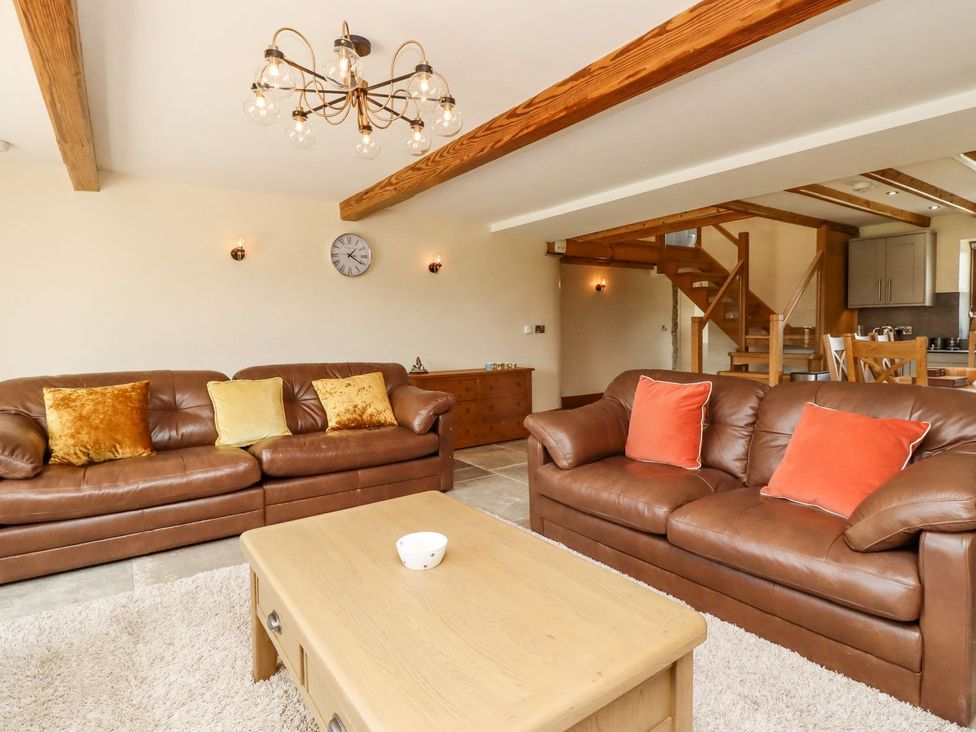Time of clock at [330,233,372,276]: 1:20
